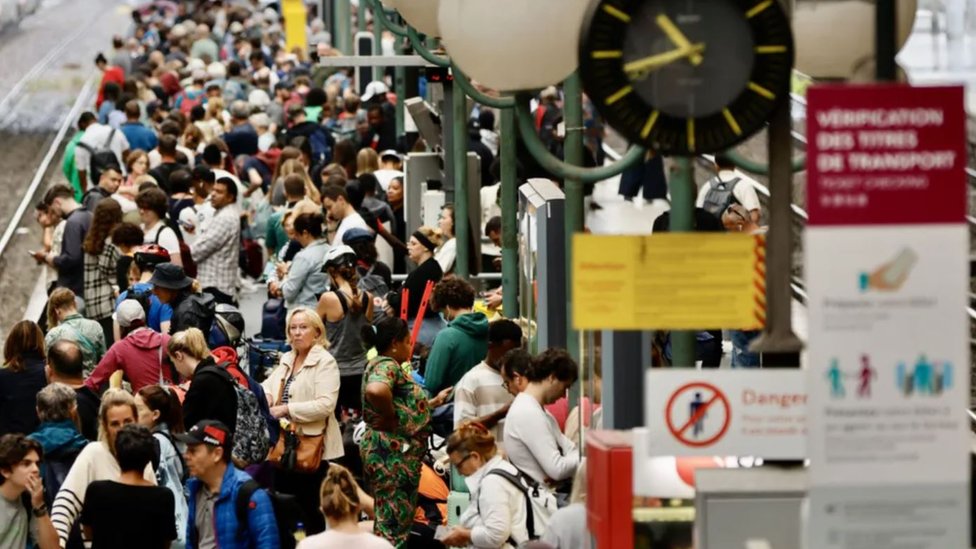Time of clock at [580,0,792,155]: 10:42
